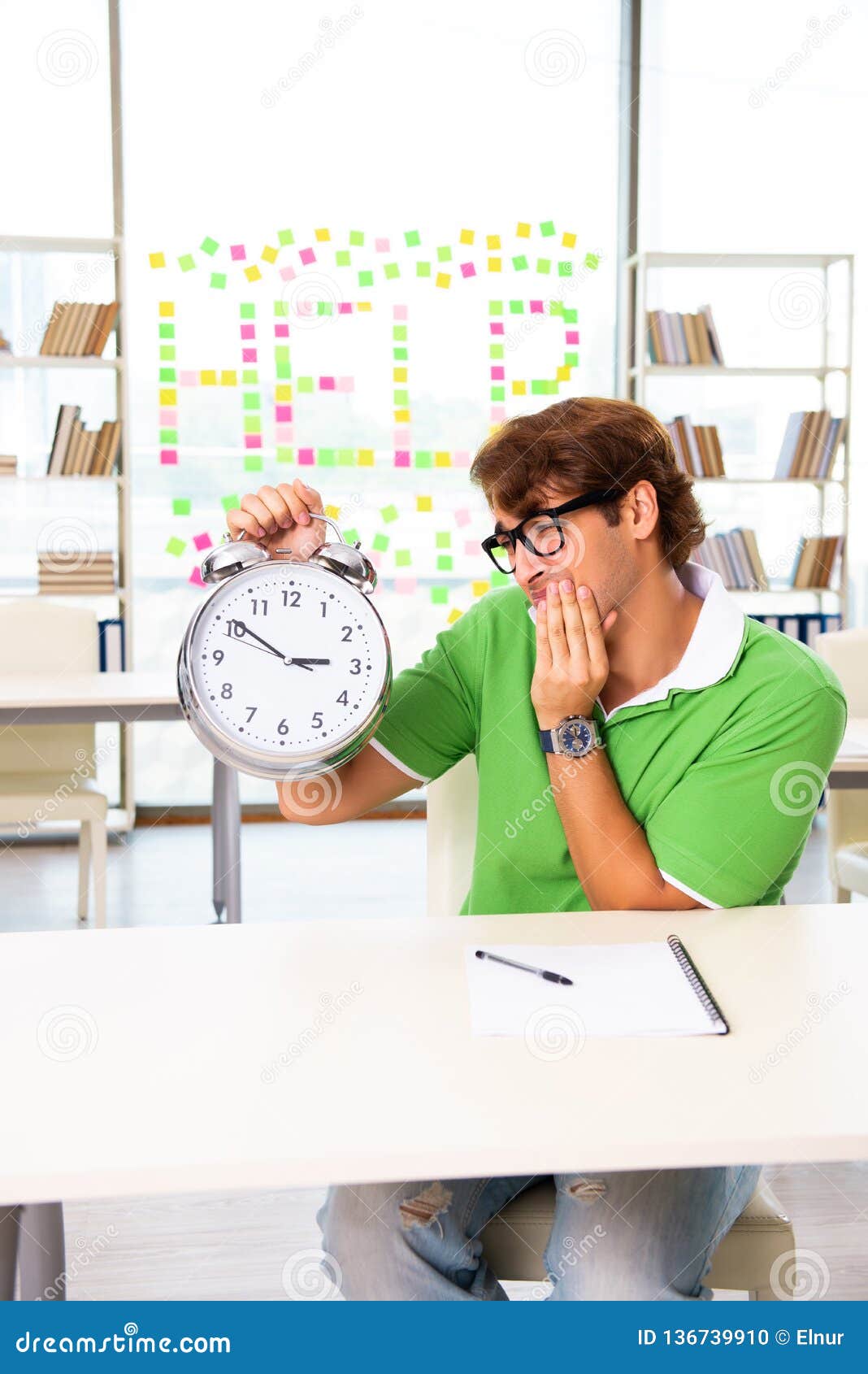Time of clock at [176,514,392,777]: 2:50
